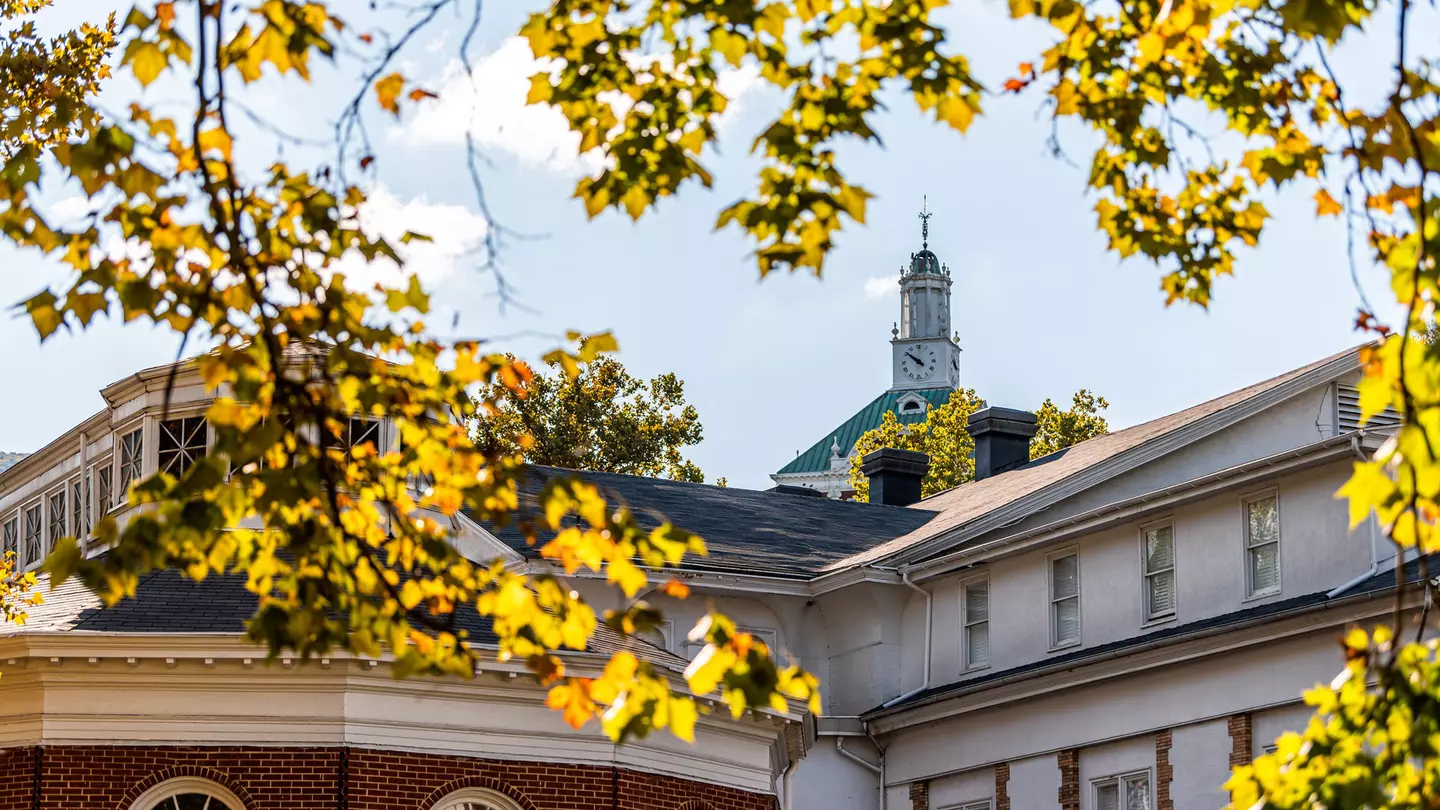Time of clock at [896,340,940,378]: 9:51
